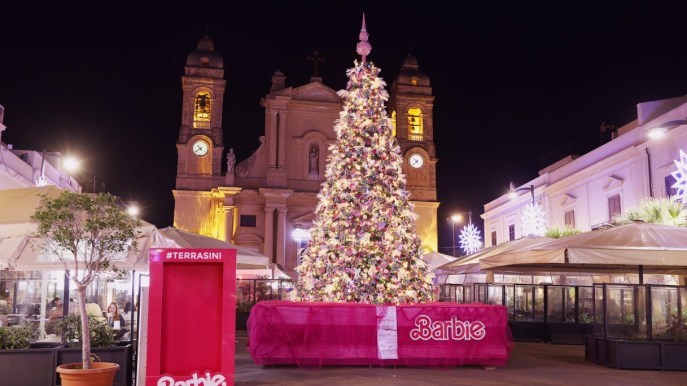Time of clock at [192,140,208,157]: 10:38
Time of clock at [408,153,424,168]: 10:37
